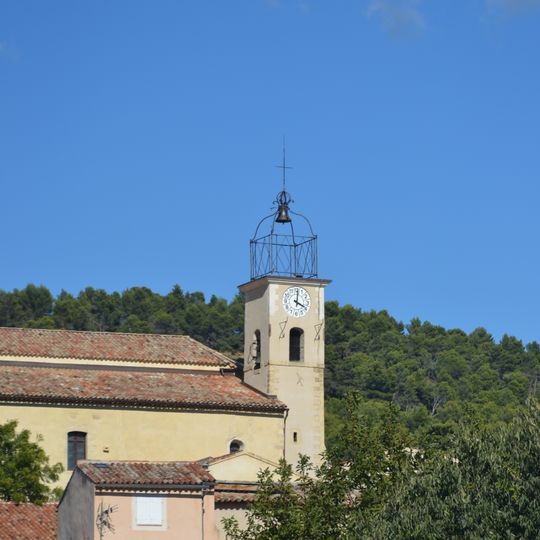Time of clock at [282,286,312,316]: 4:01
